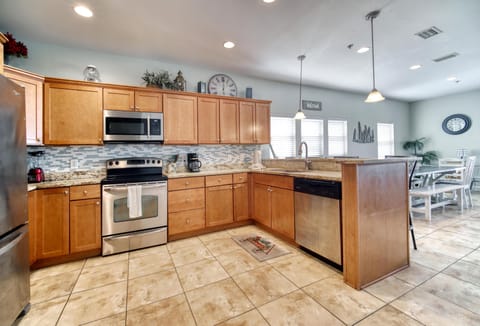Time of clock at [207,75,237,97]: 6:00
